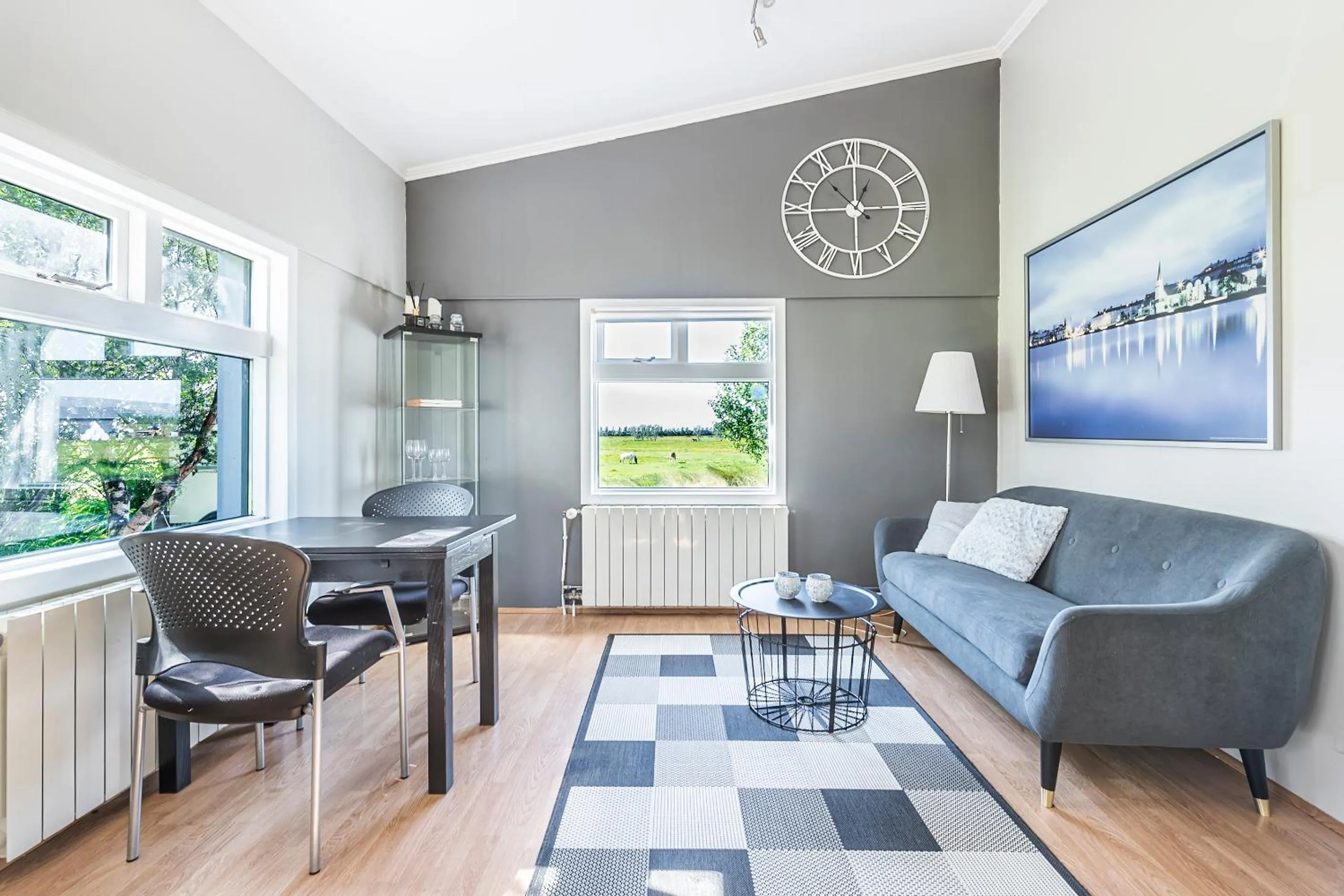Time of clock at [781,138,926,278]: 1:00
